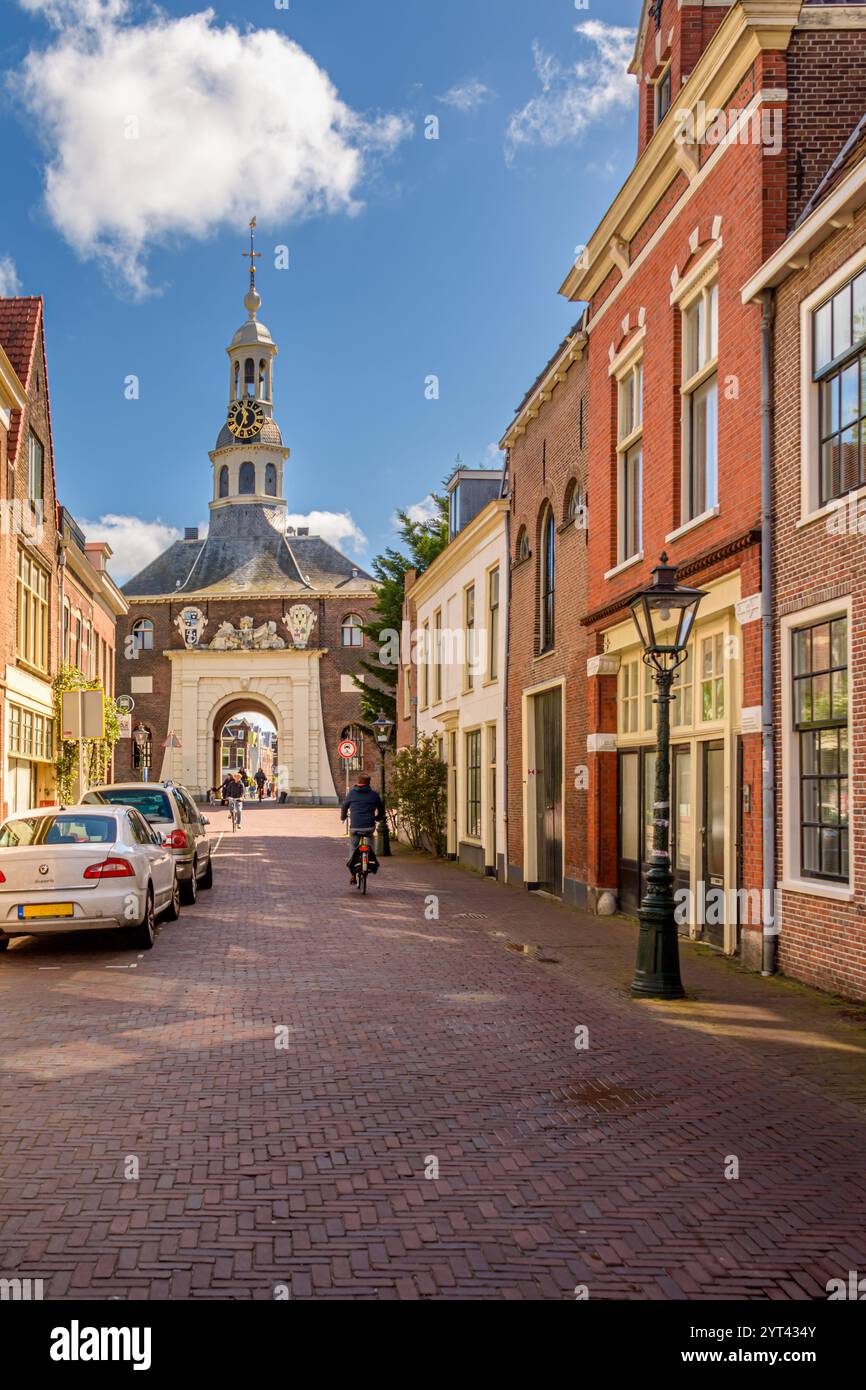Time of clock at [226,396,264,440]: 11:33
